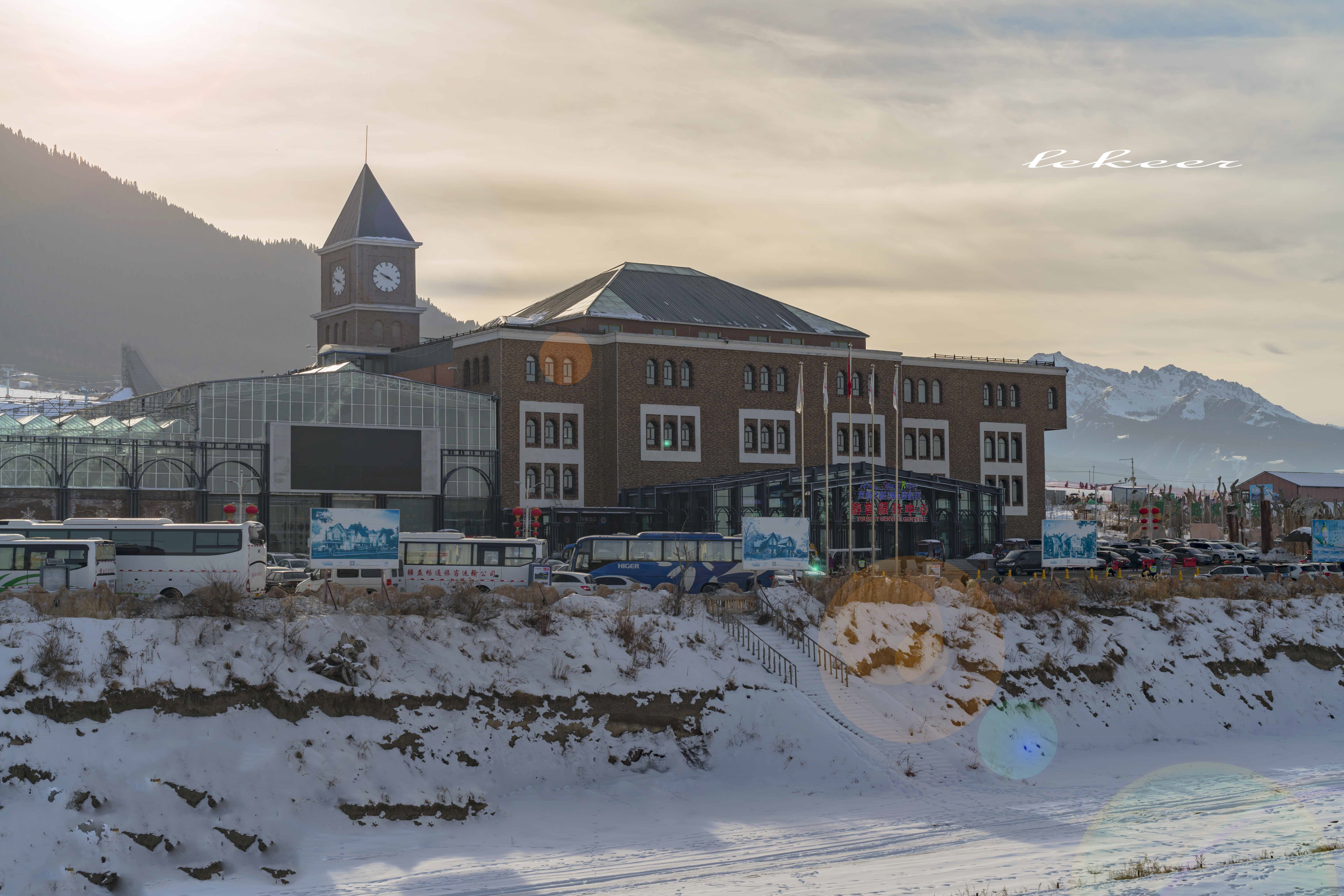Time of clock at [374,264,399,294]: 3:49
